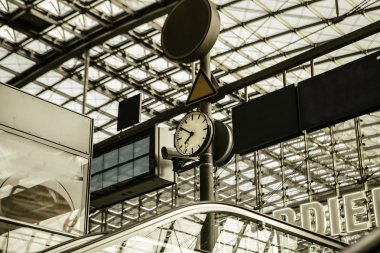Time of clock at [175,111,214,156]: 7:51
